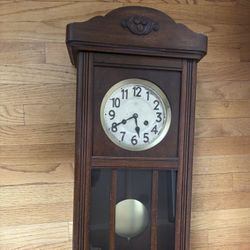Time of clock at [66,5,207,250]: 5:41
